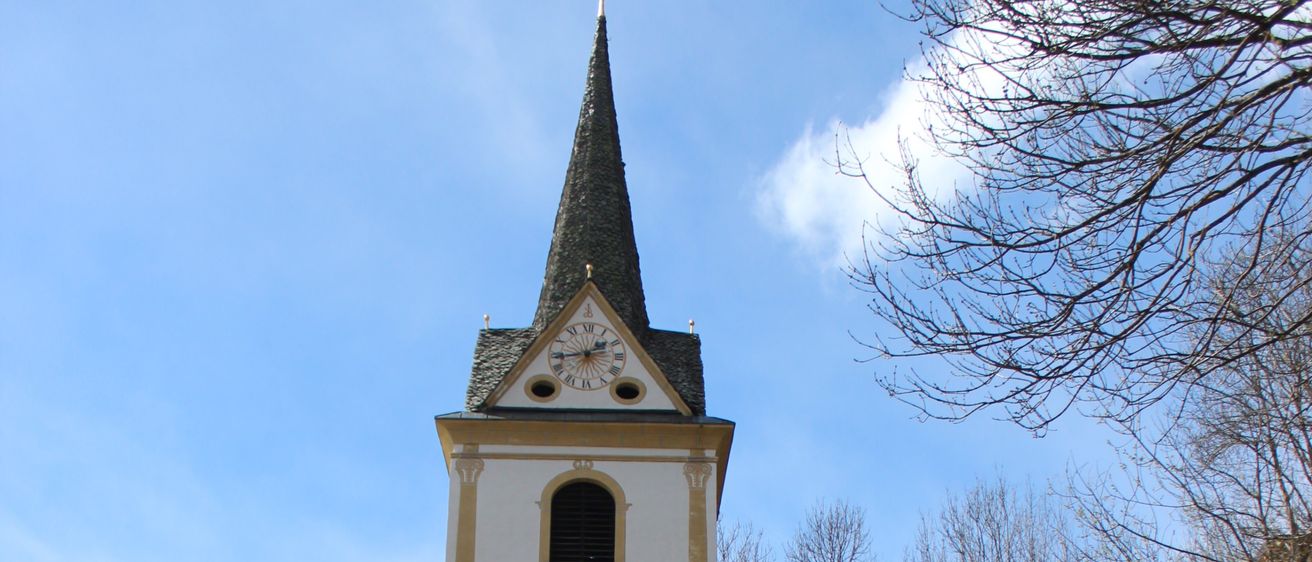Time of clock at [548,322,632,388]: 1:43
